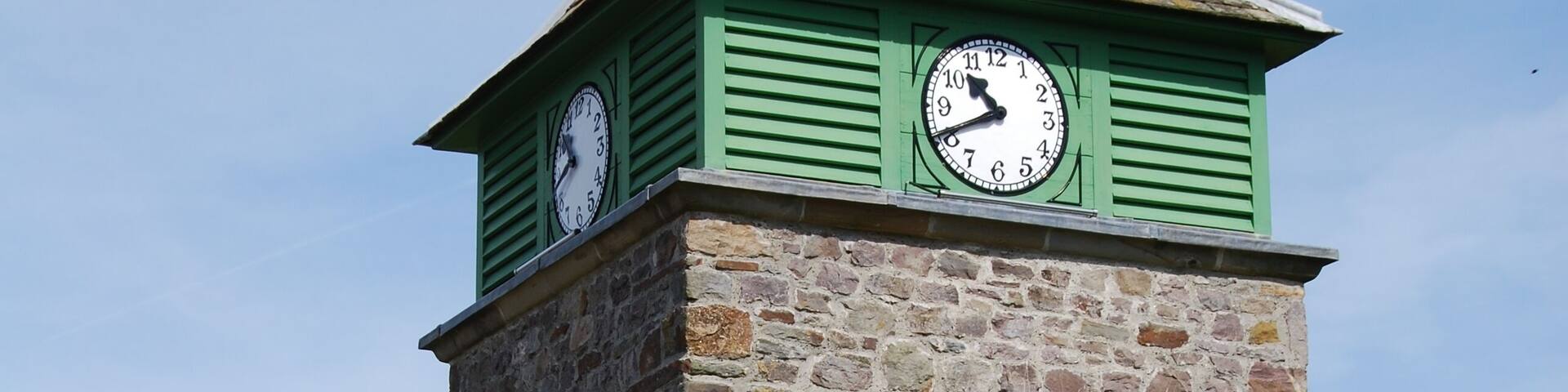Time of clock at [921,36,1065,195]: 10:40
